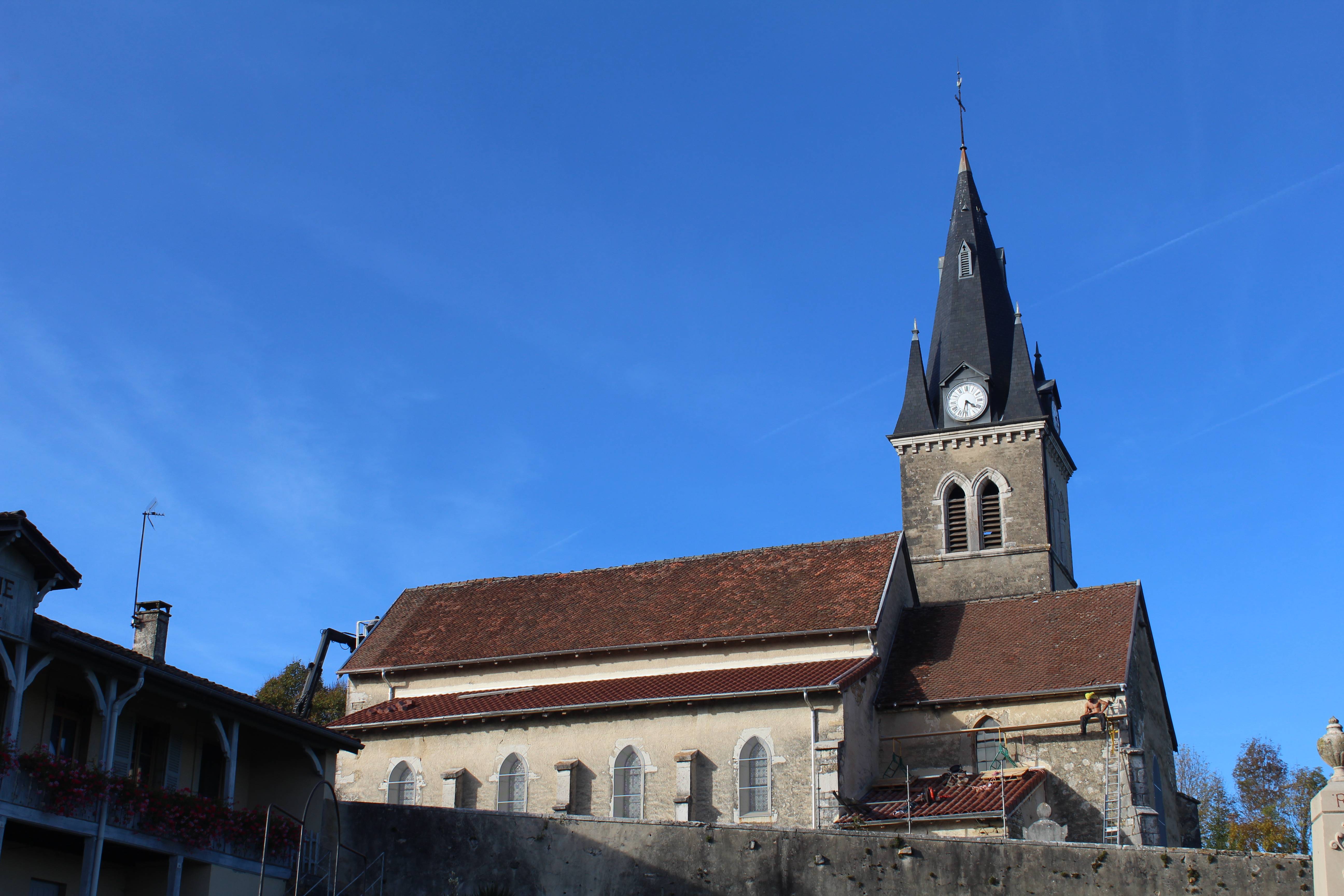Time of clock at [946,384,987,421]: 6:21
